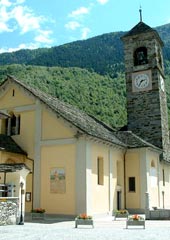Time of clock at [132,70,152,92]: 2:35
